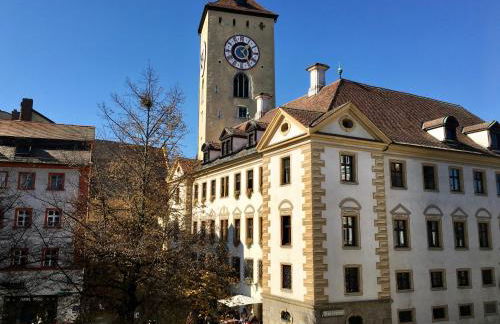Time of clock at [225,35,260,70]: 1:24
